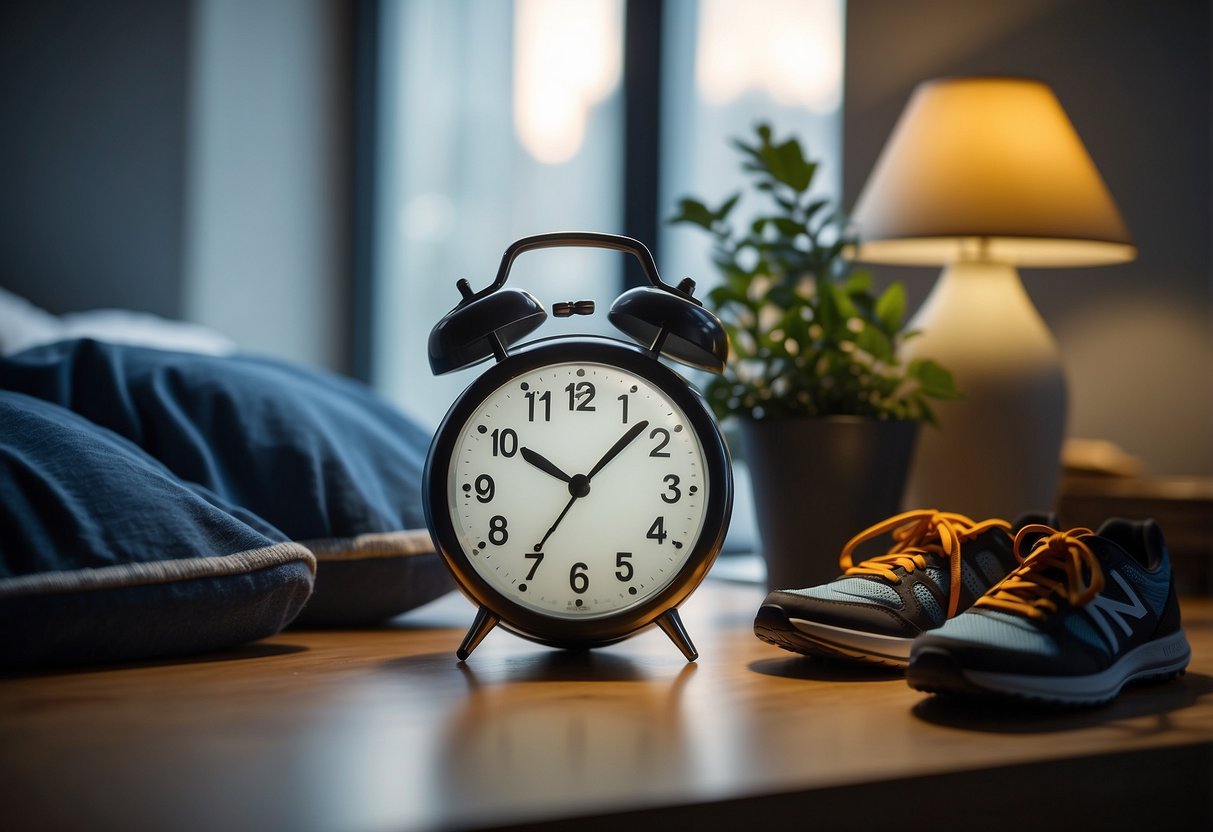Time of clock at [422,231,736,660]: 10:07
